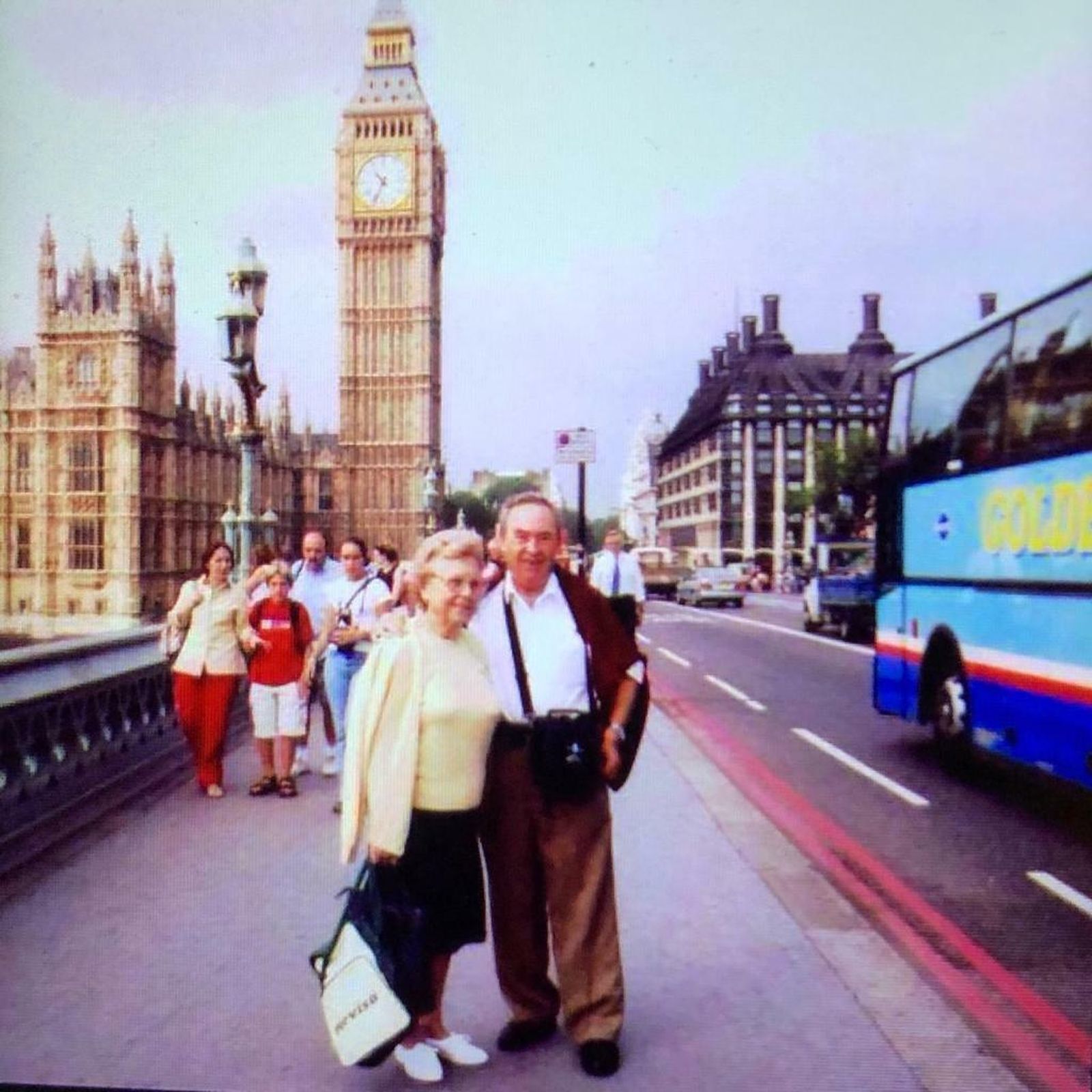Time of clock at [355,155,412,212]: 10:34
